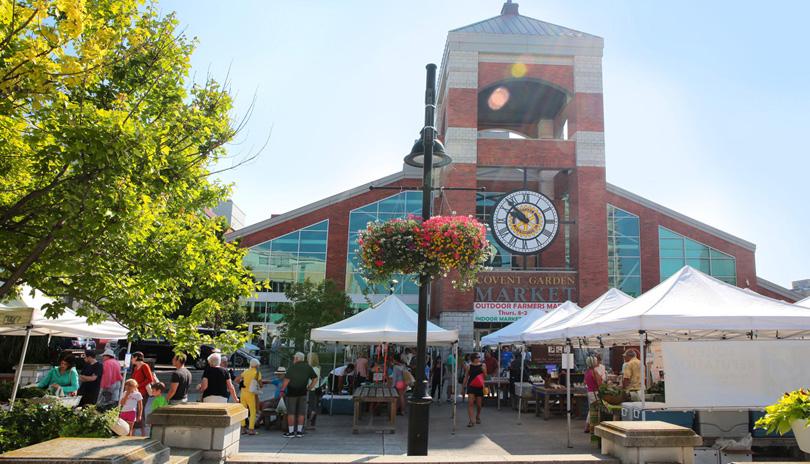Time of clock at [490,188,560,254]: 9:53
